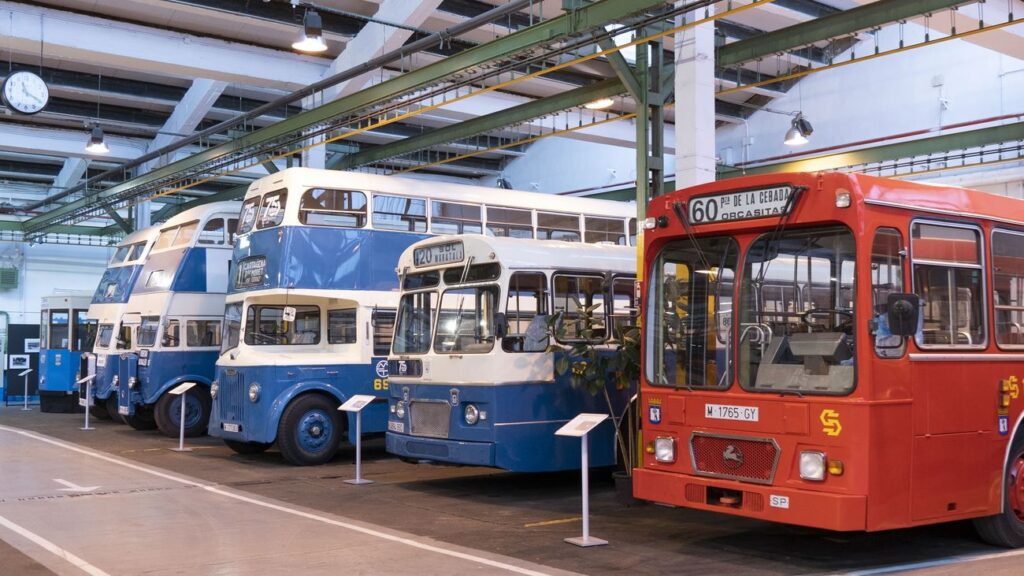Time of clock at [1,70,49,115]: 11:19
